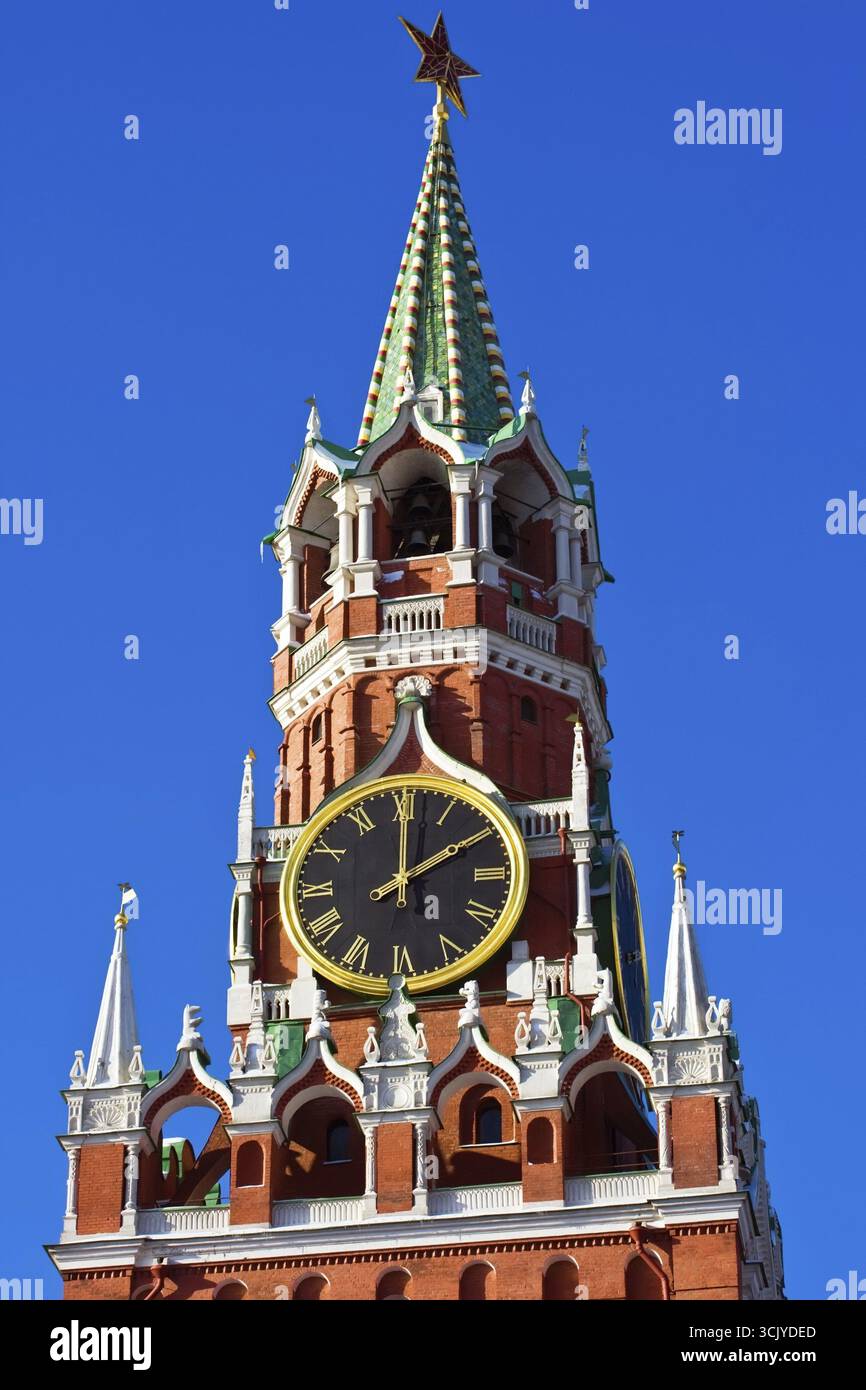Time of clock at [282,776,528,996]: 2:00
